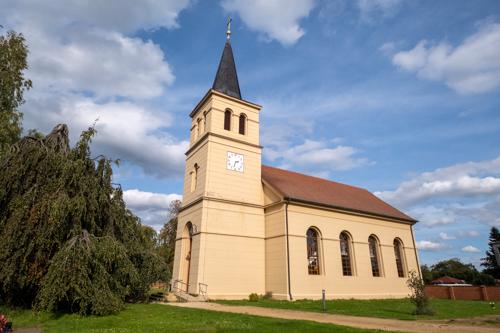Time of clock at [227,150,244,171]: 2:32
